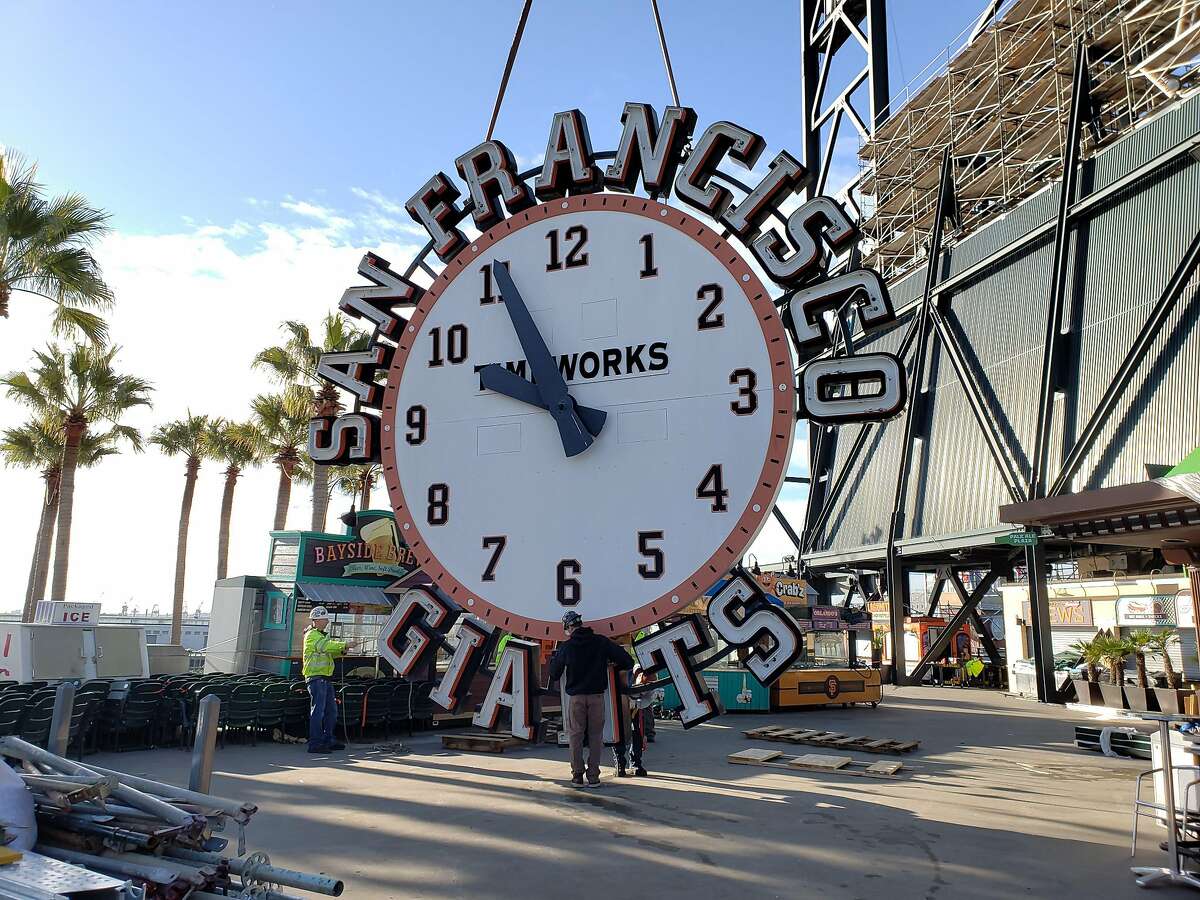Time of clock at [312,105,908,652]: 9:55
